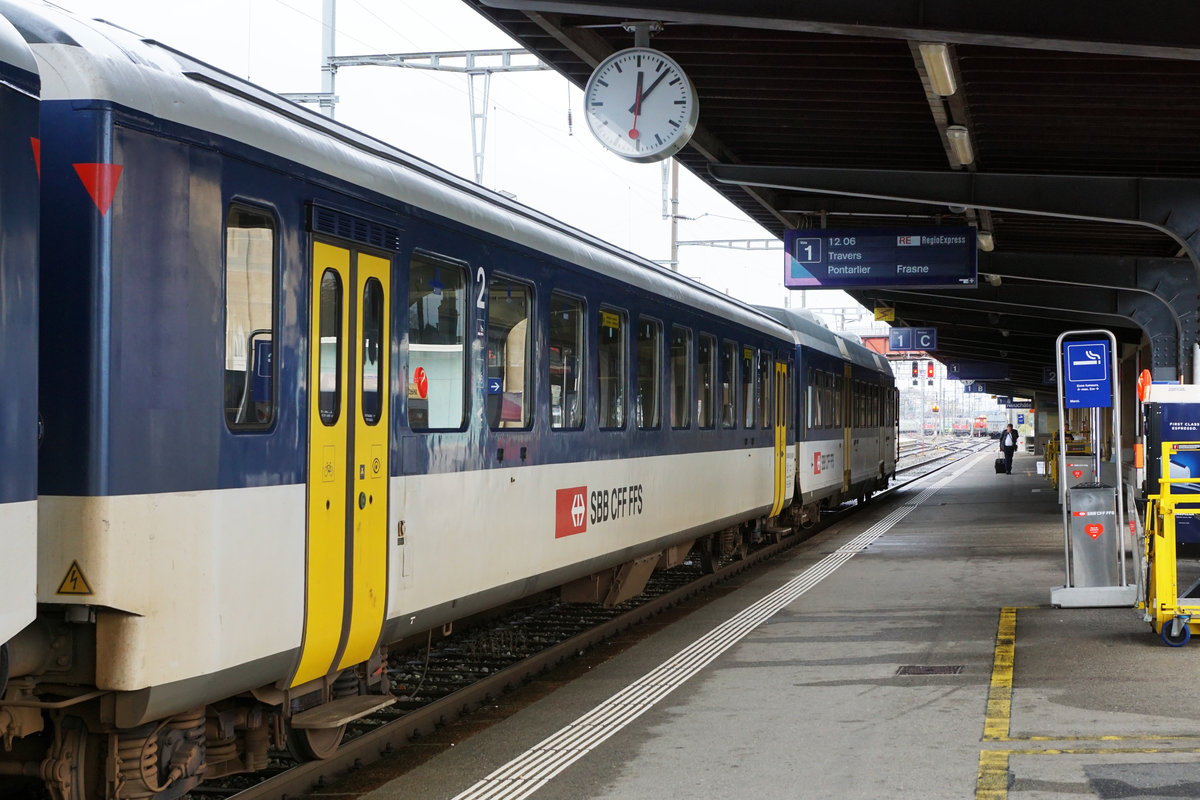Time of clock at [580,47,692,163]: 12:07
